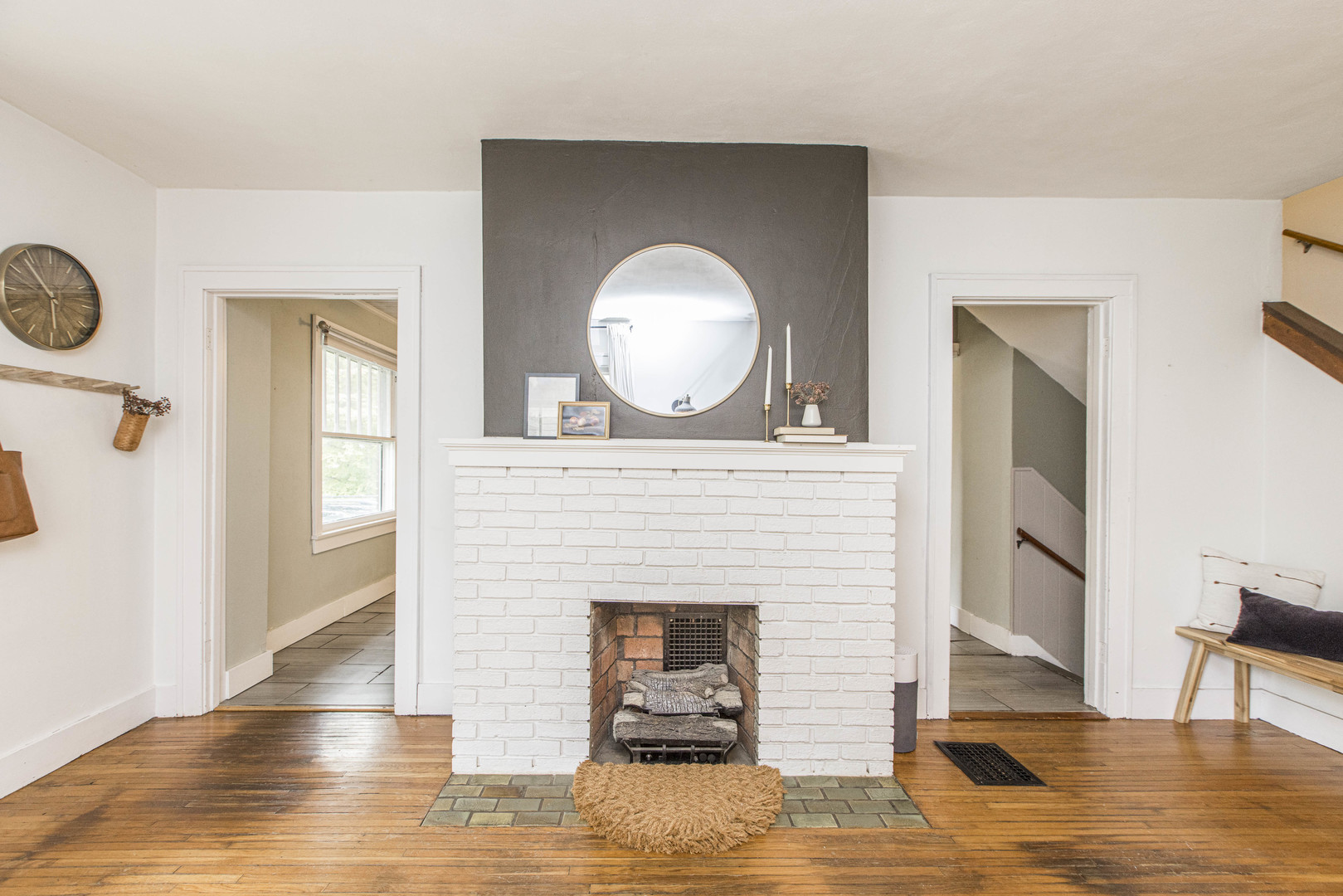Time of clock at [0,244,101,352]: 5:53
